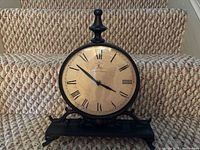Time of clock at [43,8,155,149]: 3:51
